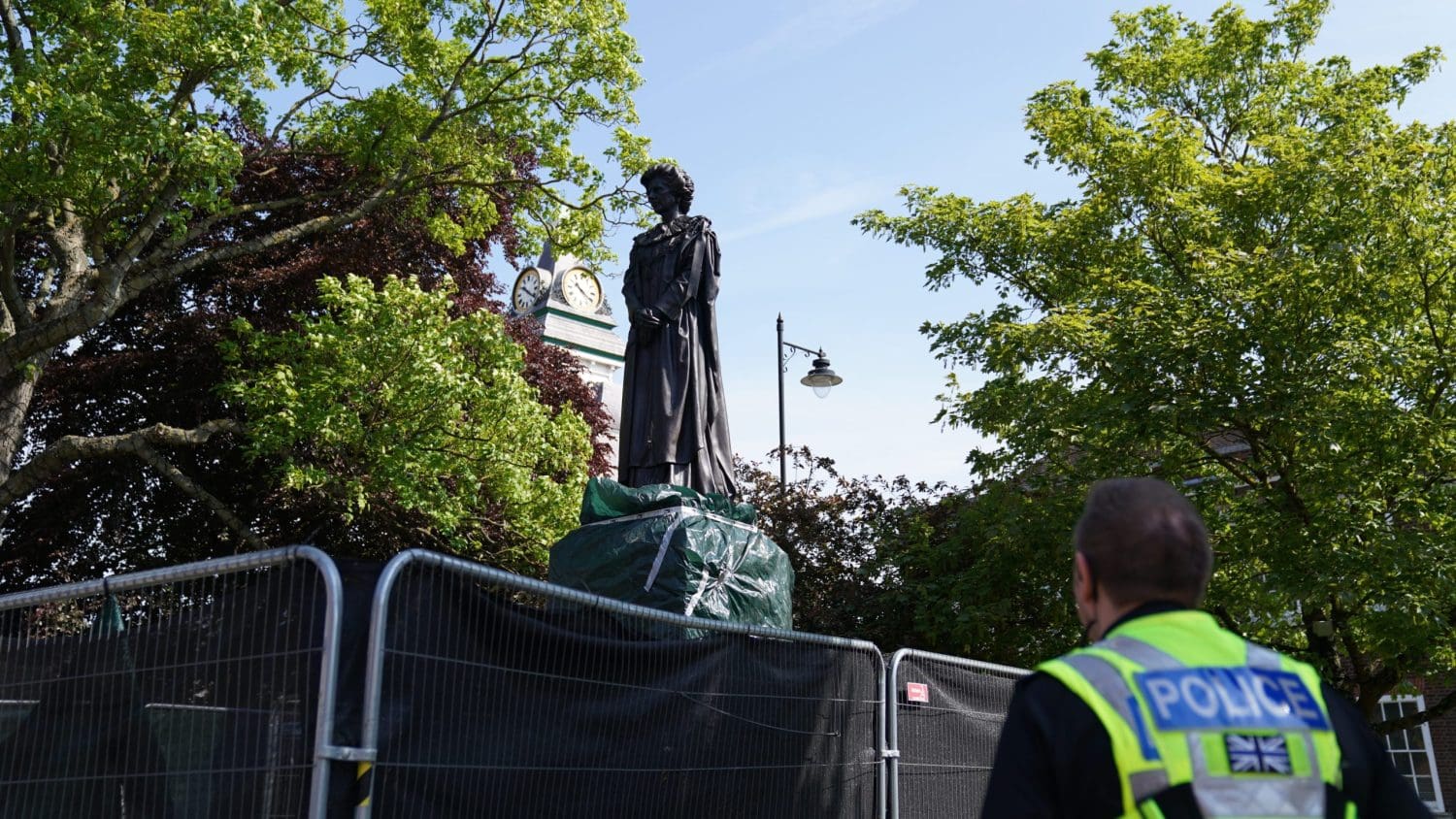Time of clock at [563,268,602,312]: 10:20
